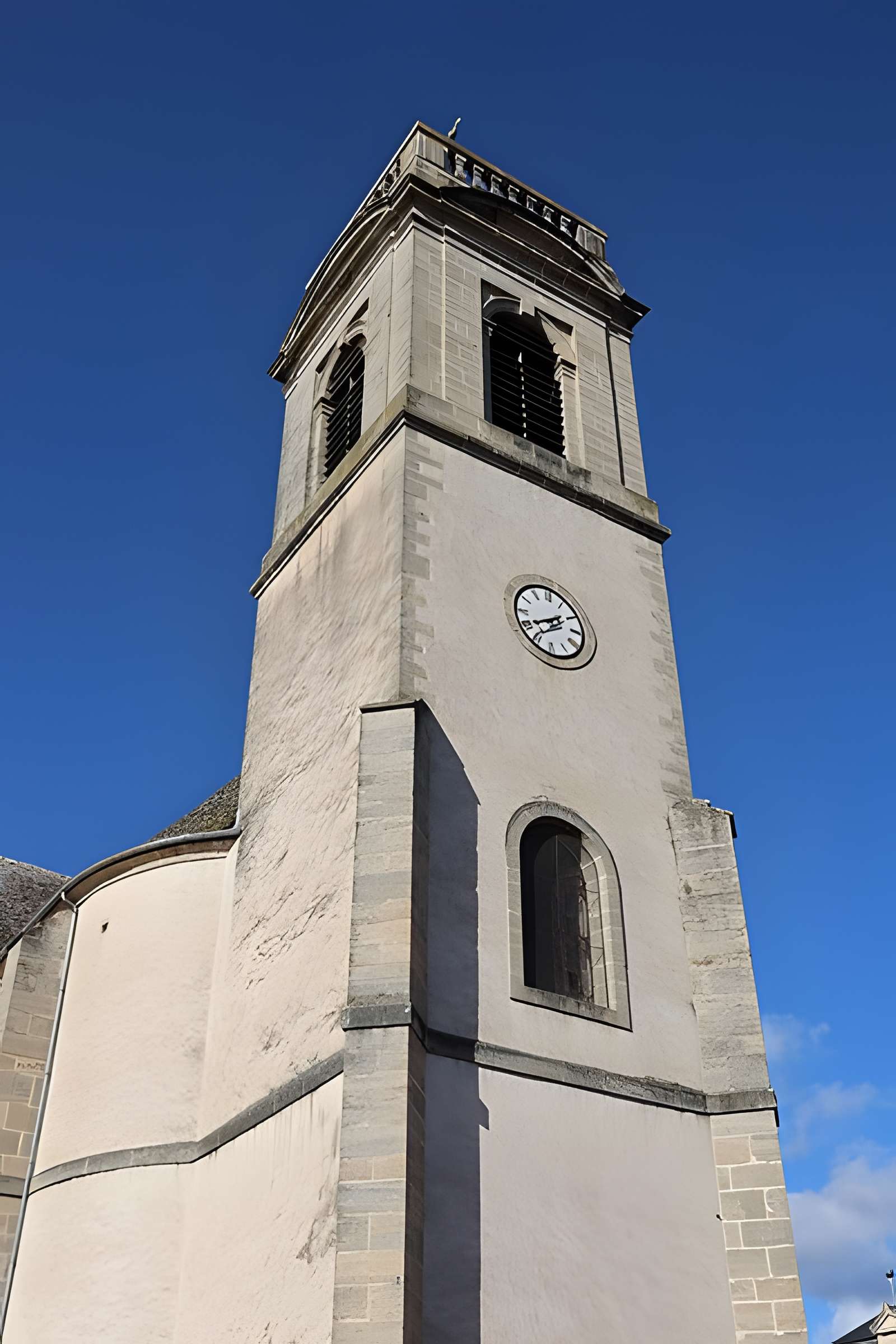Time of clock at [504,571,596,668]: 1:40
